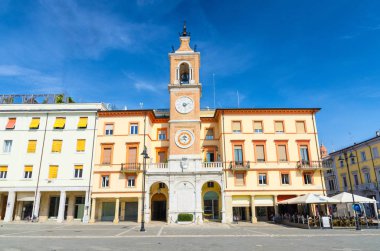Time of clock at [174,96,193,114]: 2:27
